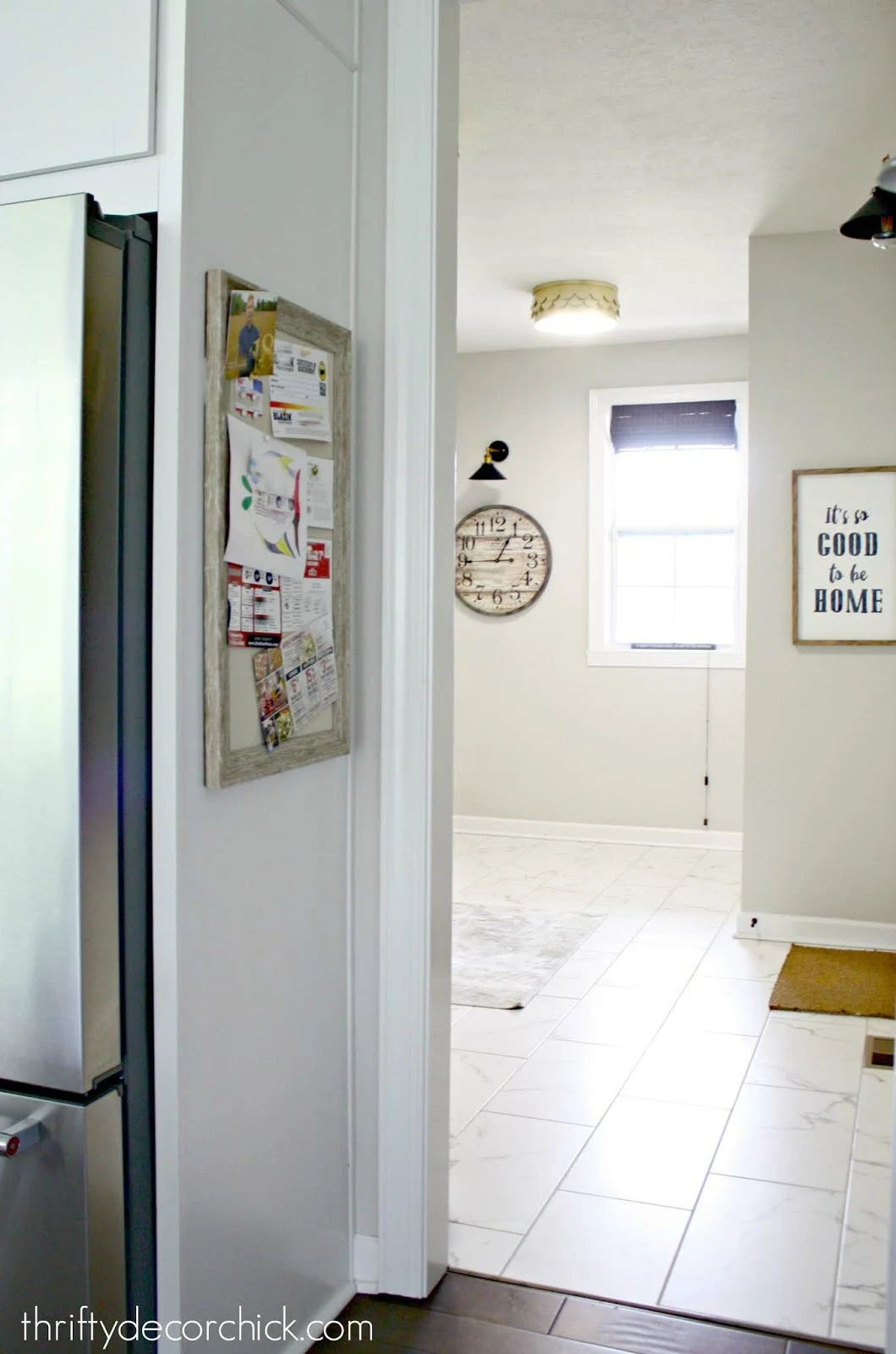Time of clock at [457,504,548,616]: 12:44
